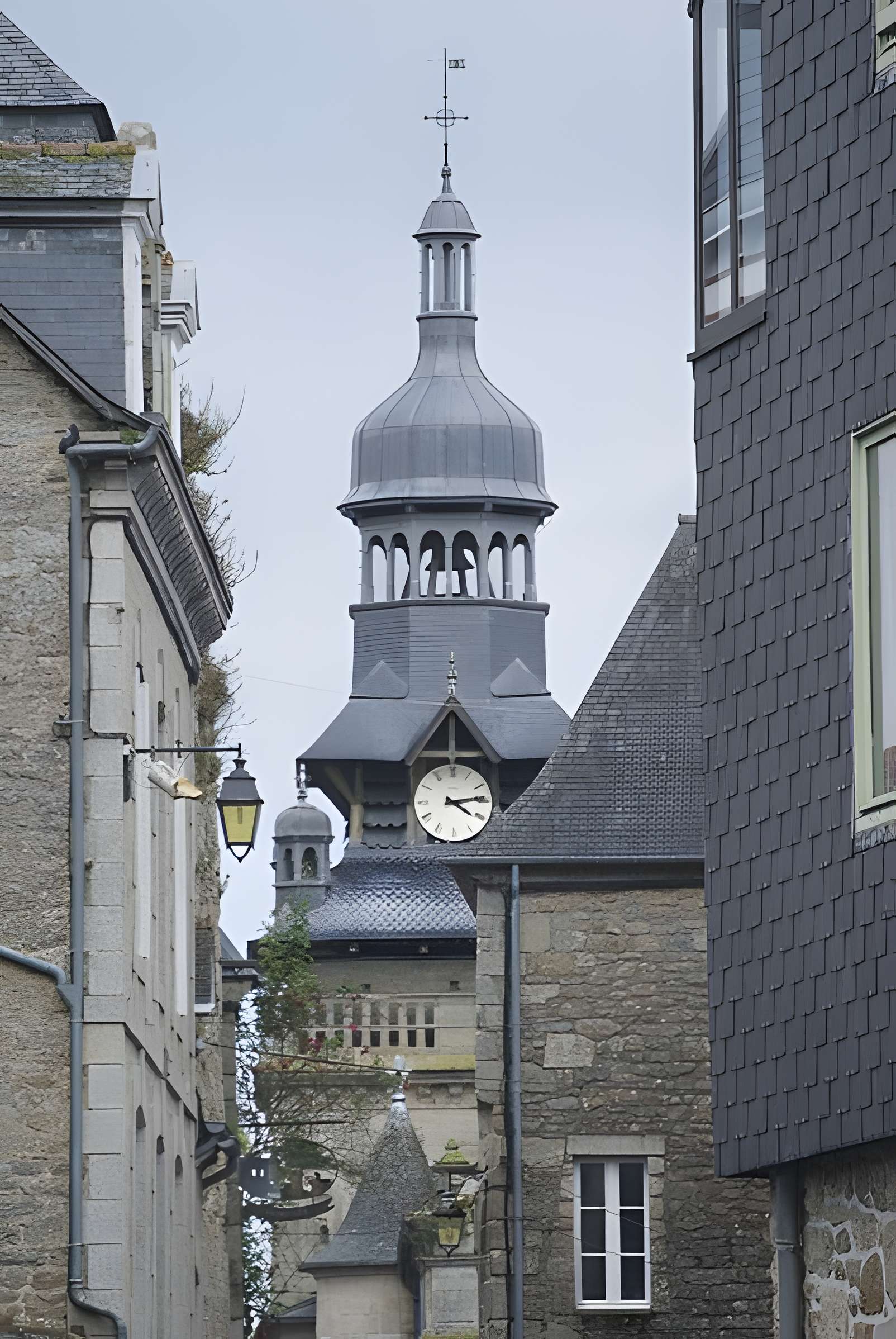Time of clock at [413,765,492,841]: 4:13
